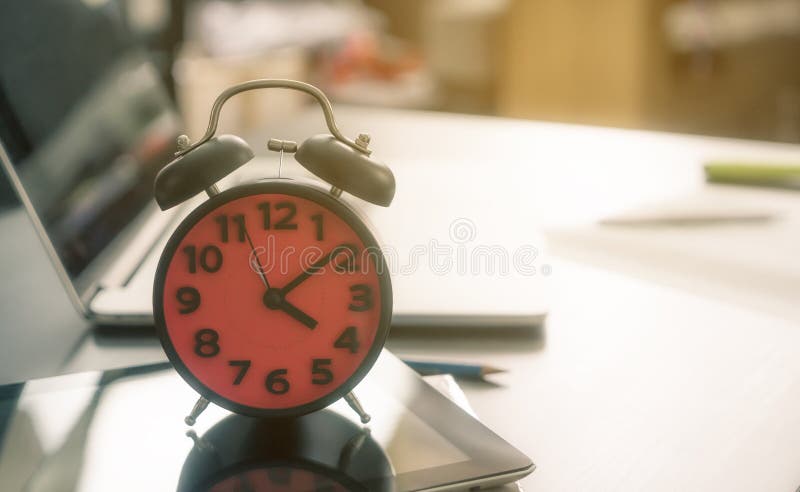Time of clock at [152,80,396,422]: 4:09
